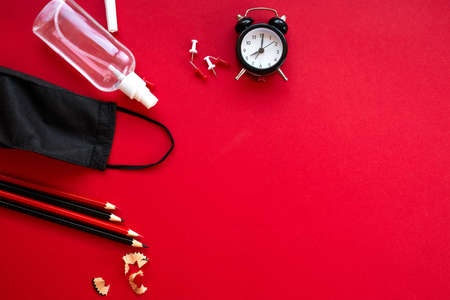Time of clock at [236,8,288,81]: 8:01
